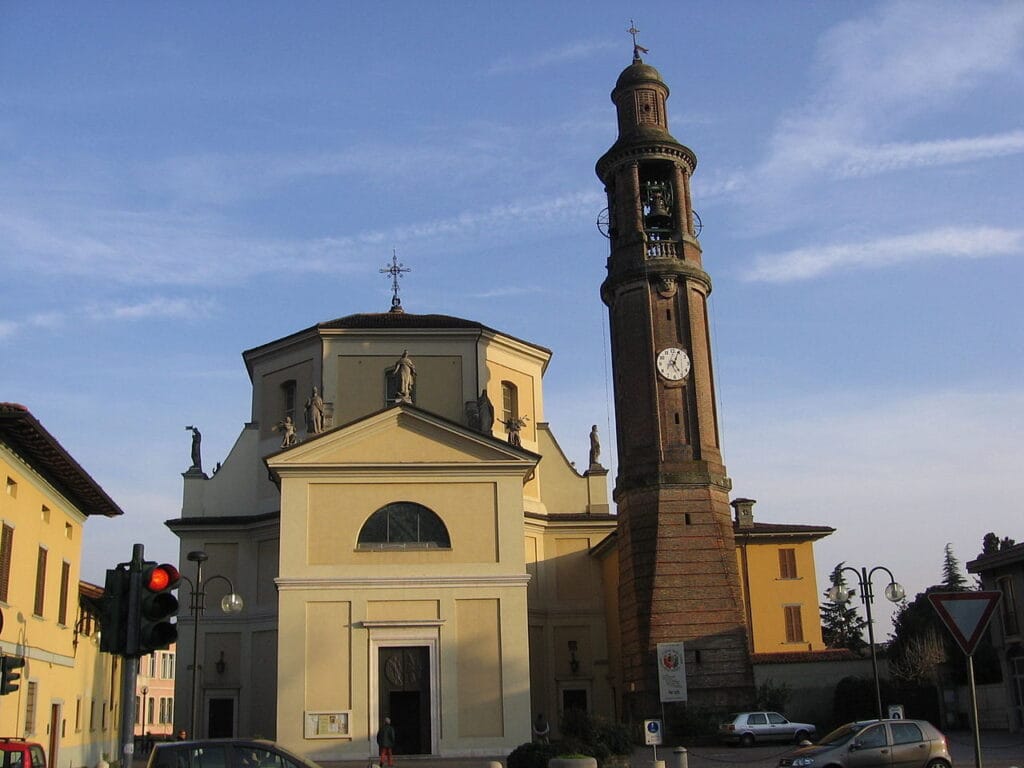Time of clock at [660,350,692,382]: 5:04
